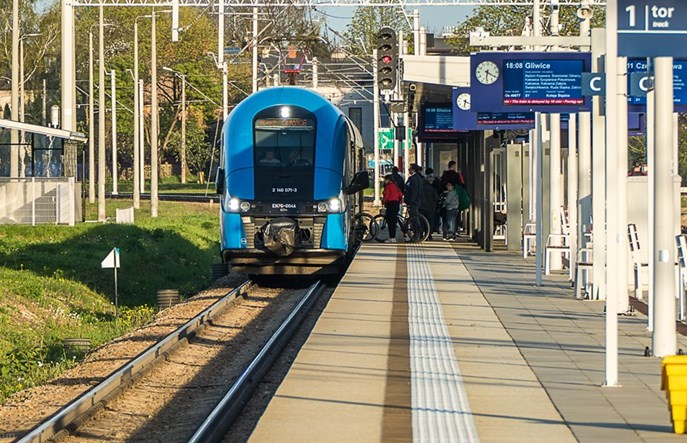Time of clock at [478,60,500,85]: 6:20
